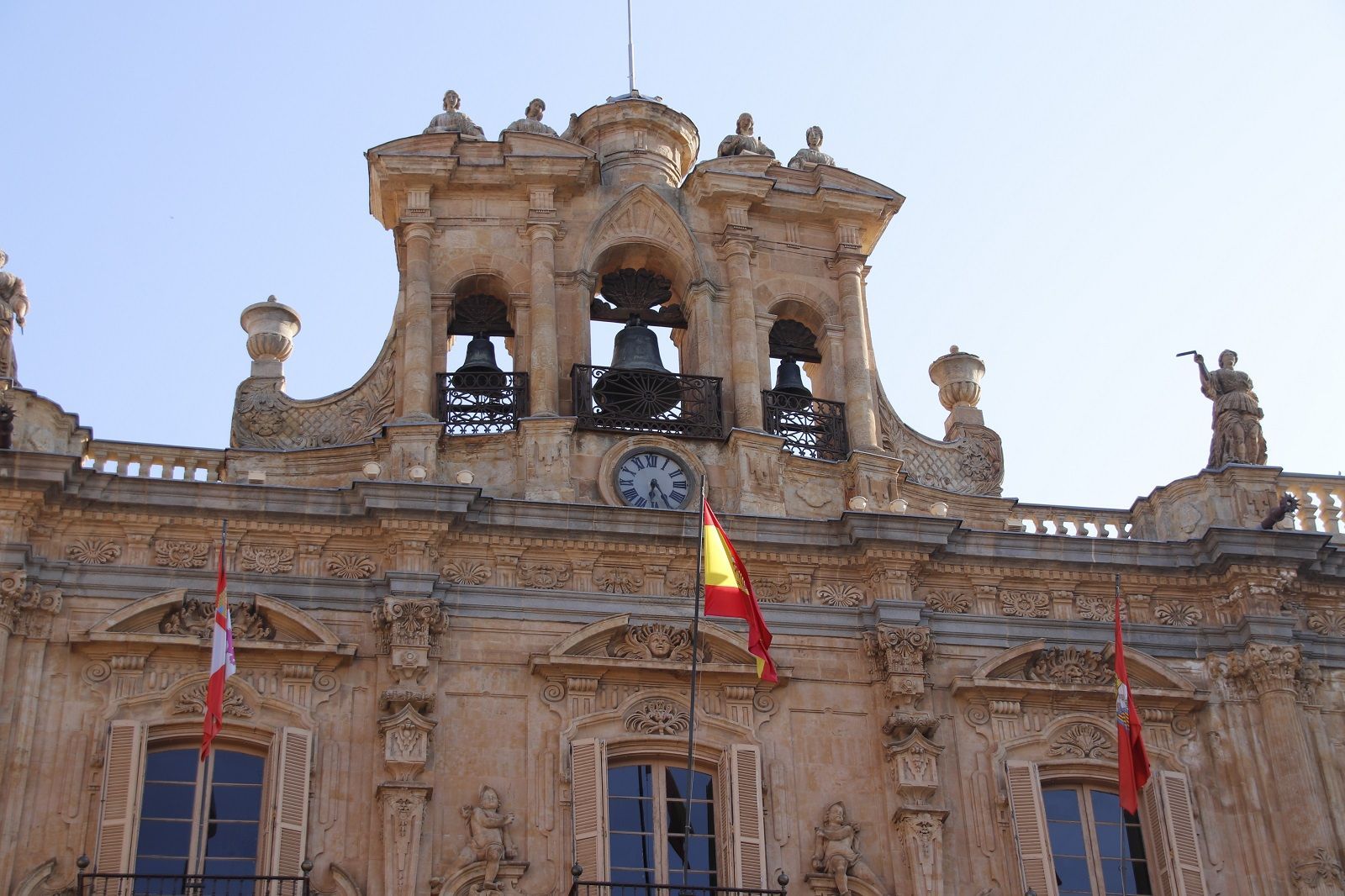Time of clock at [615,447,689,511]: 6:25
